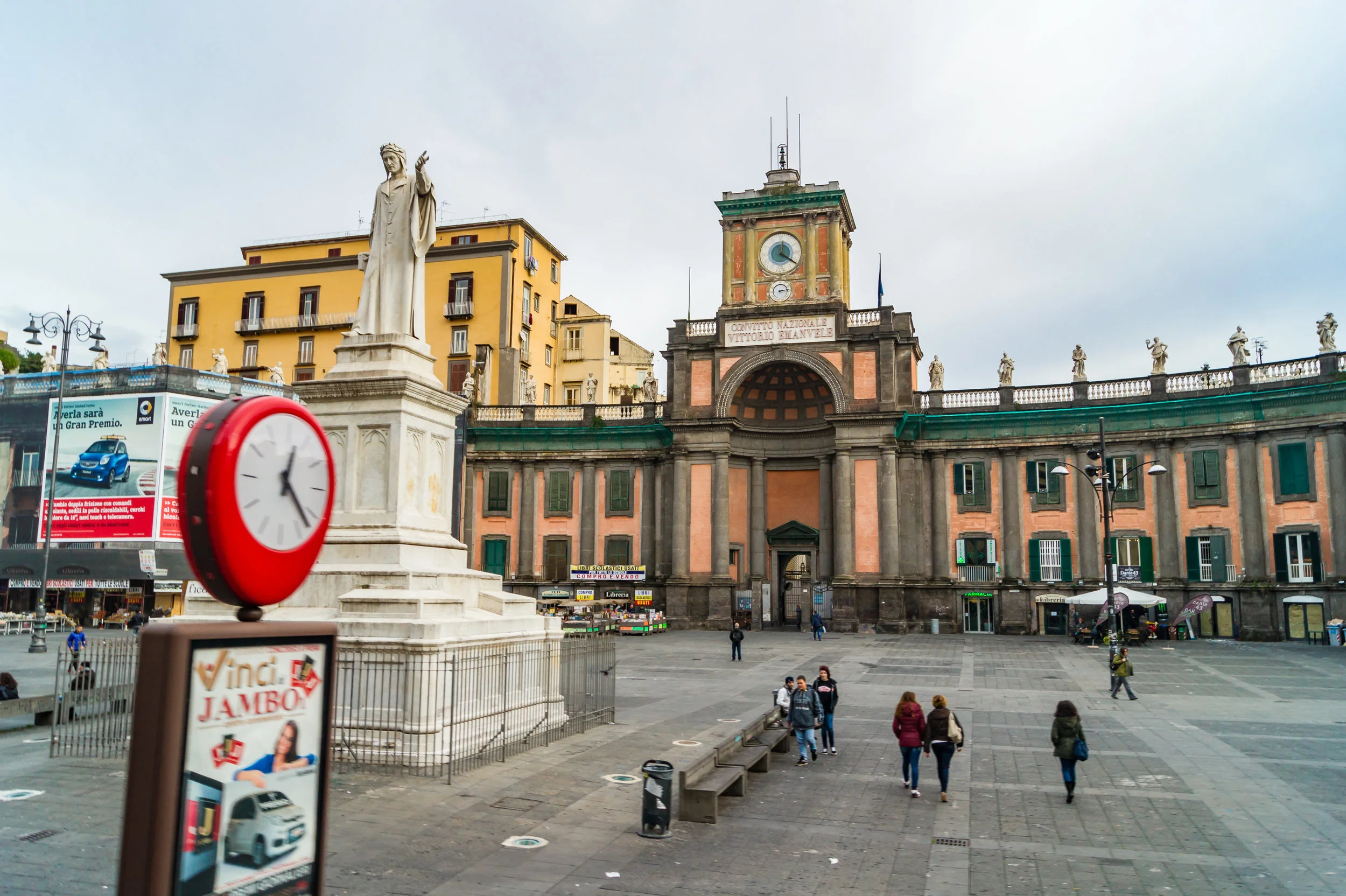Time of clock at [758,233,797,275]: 12:20
